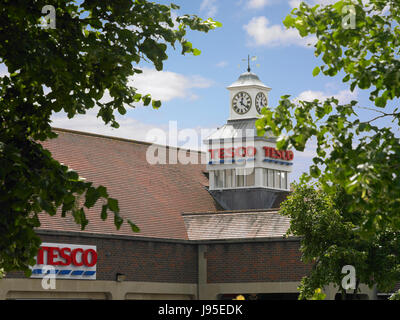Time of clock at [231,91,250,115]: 12:21
